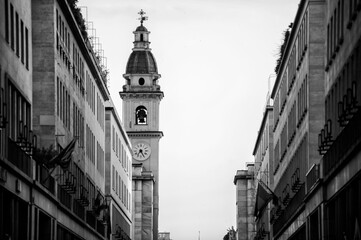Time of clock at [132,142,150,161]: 7:25
